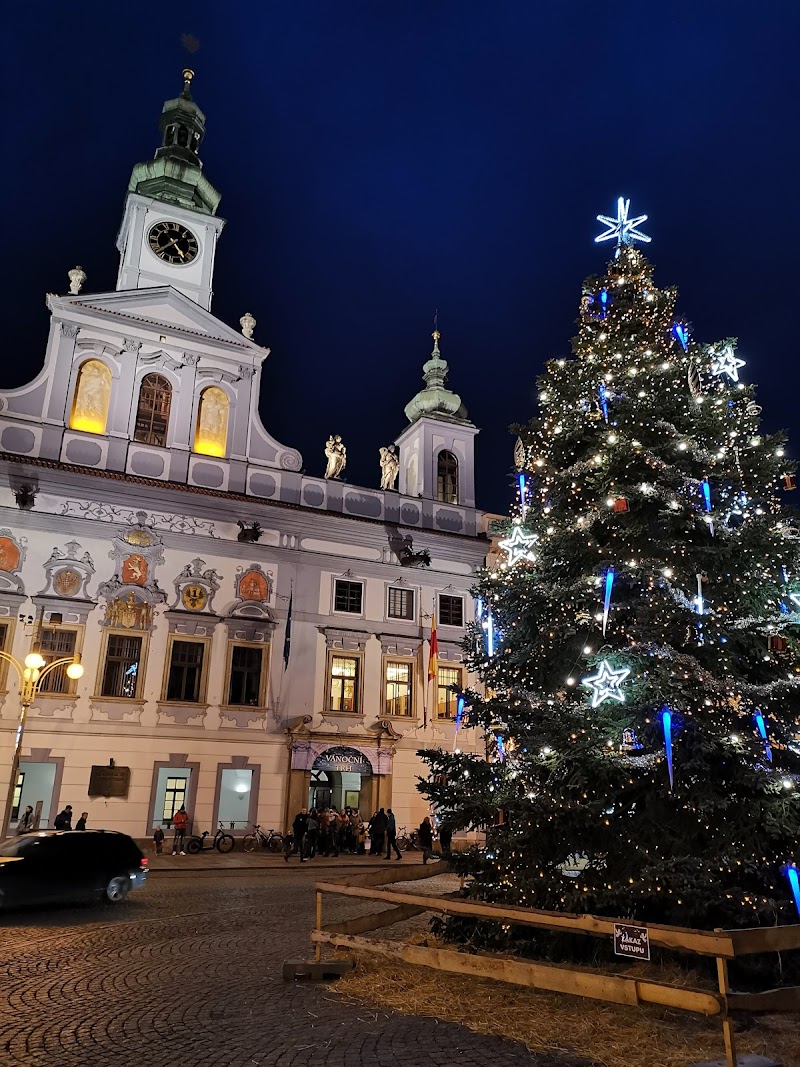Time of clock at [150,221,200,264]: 4:37
